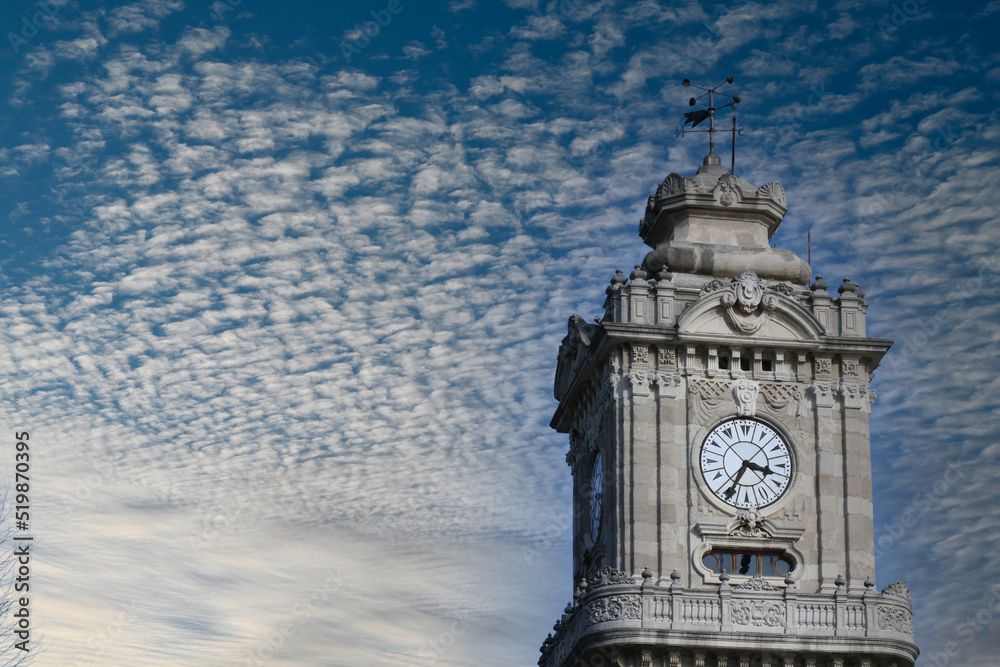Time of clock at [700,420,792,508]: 3:34
